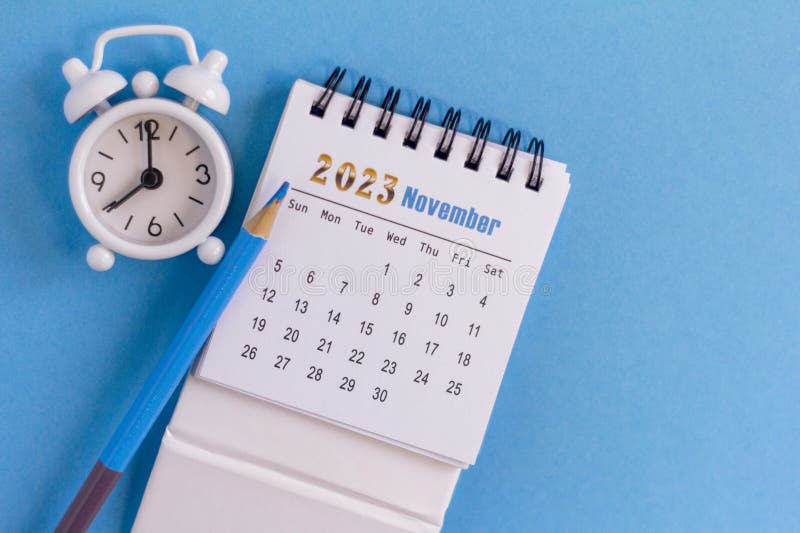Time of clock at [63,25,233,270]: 8:00
